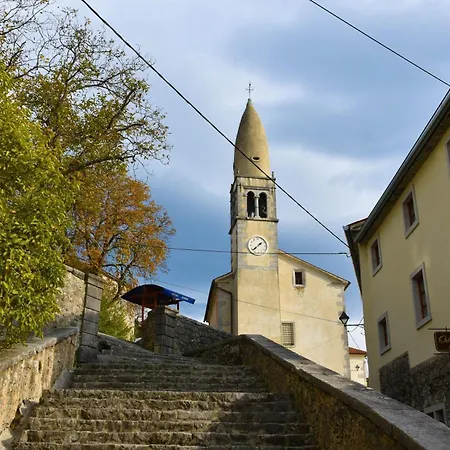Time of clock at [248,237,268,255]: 1:38
